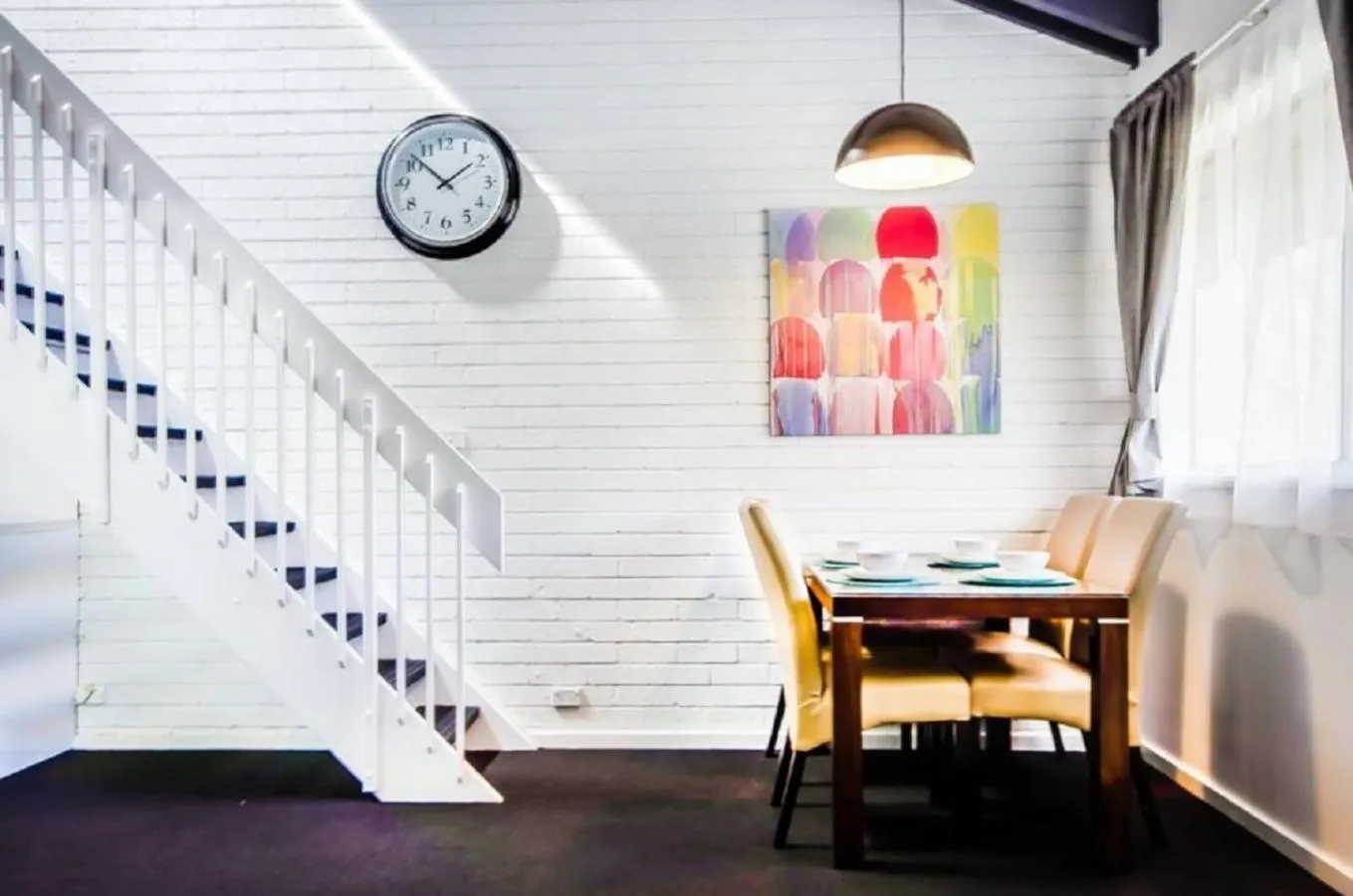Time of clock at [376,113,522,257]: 1:52
